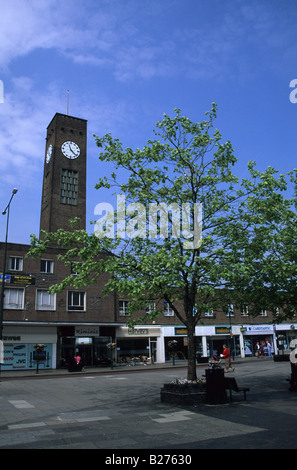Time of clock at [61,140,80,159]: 11:22
